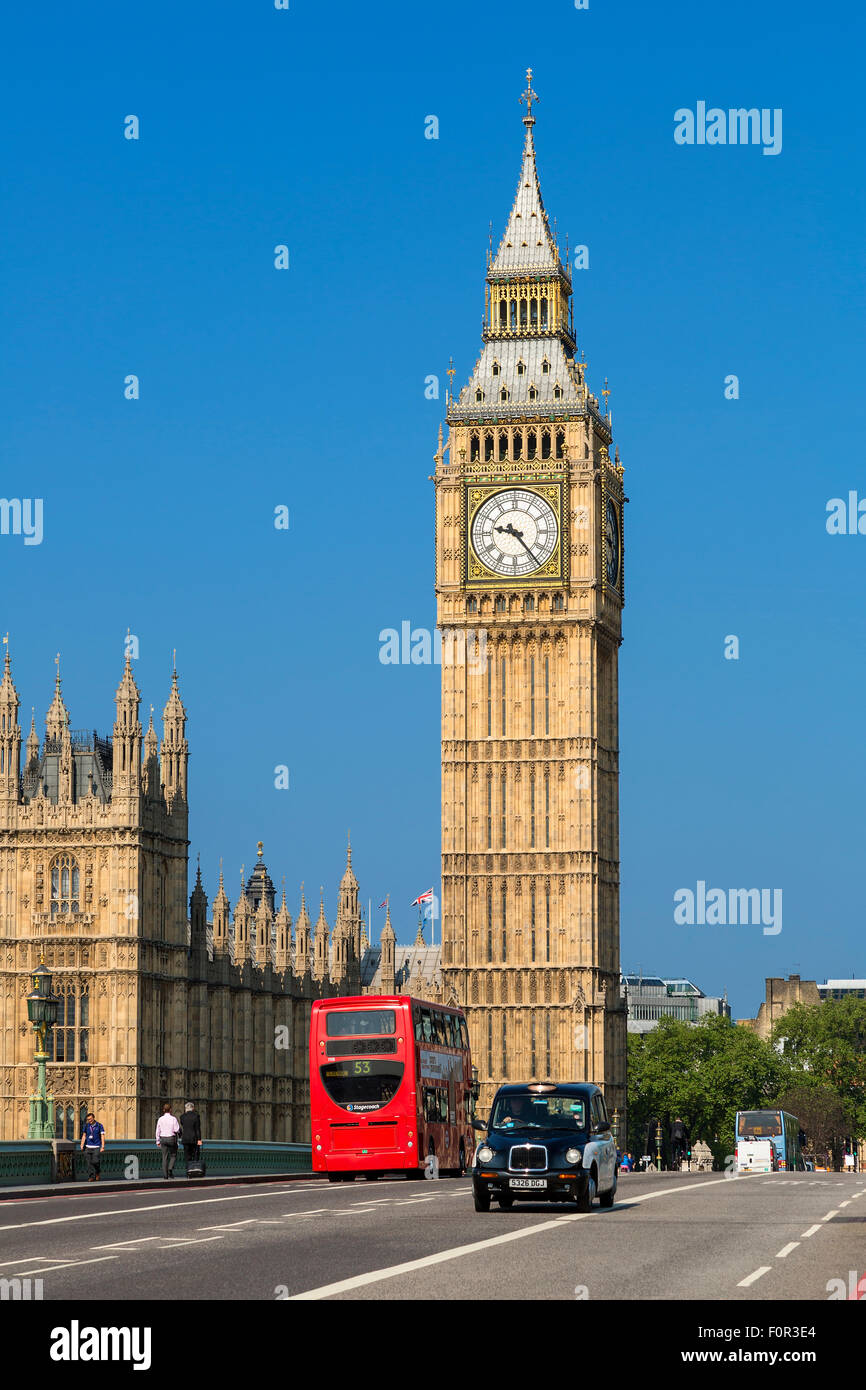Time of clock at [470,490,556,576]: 9:23
